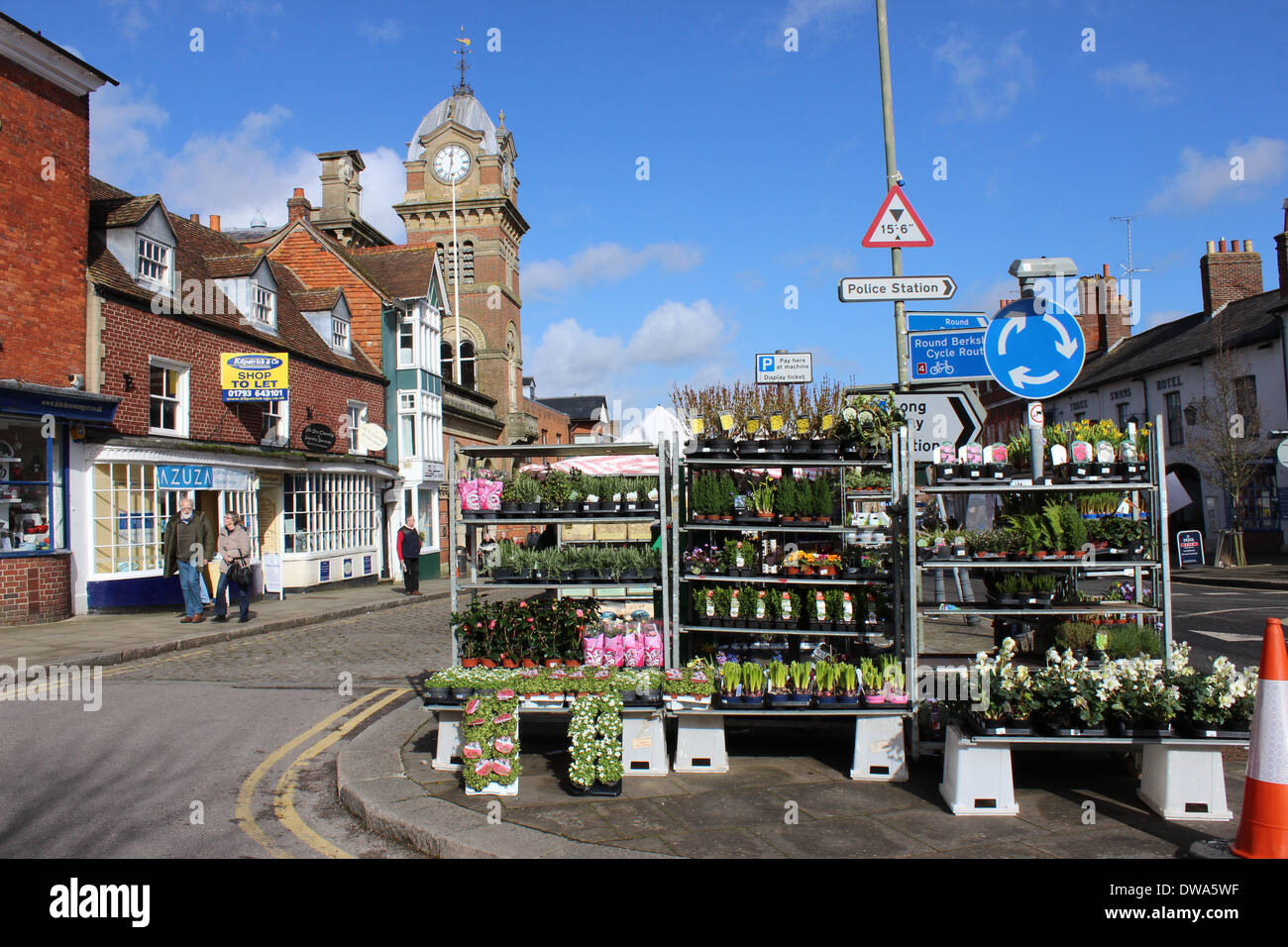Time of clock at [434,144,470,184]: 11:32
